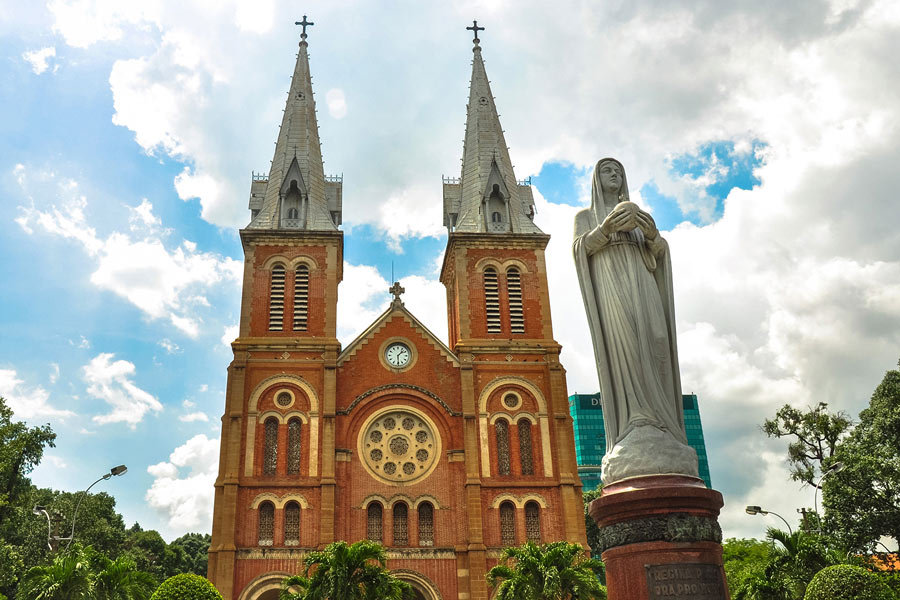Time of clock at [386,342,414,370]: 1:29
